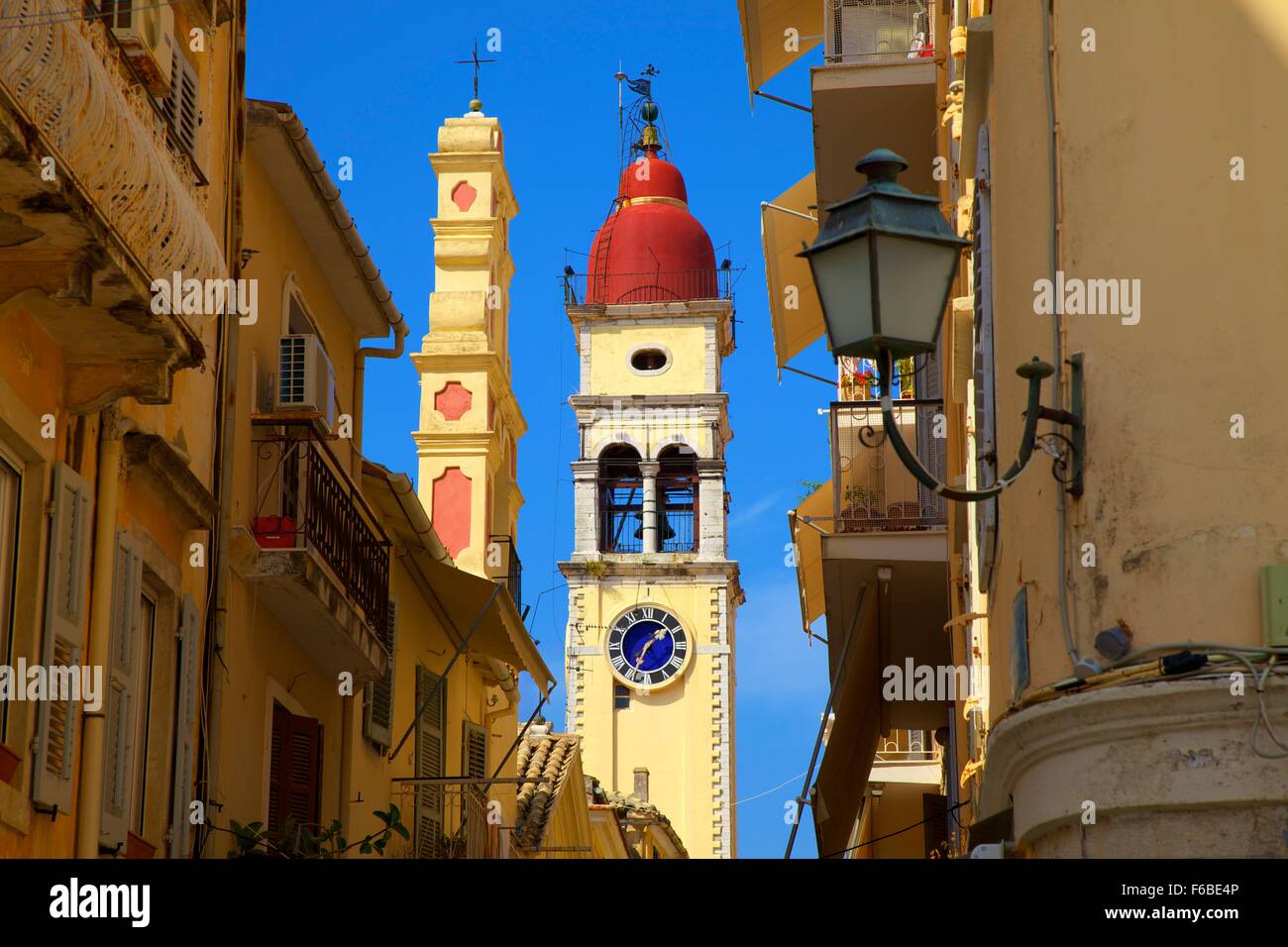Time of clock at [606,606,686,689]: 1:34
